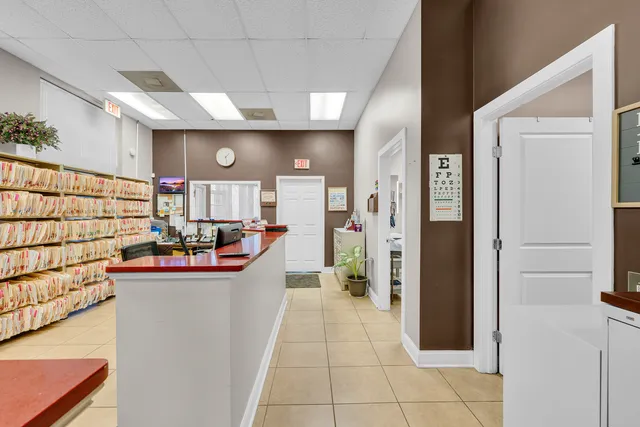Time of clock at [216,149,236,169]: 1:28
